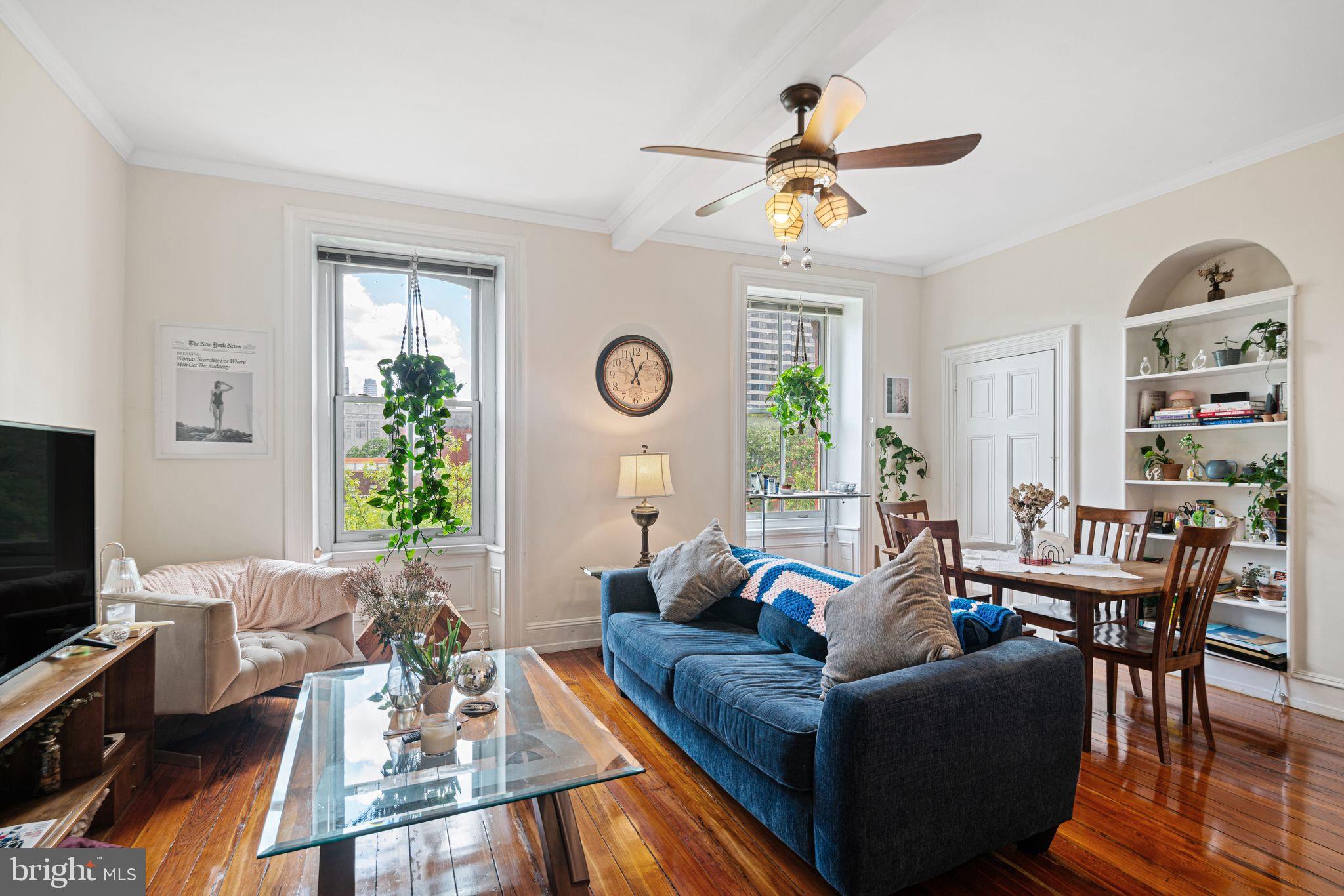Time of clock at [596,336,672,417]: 12:57
